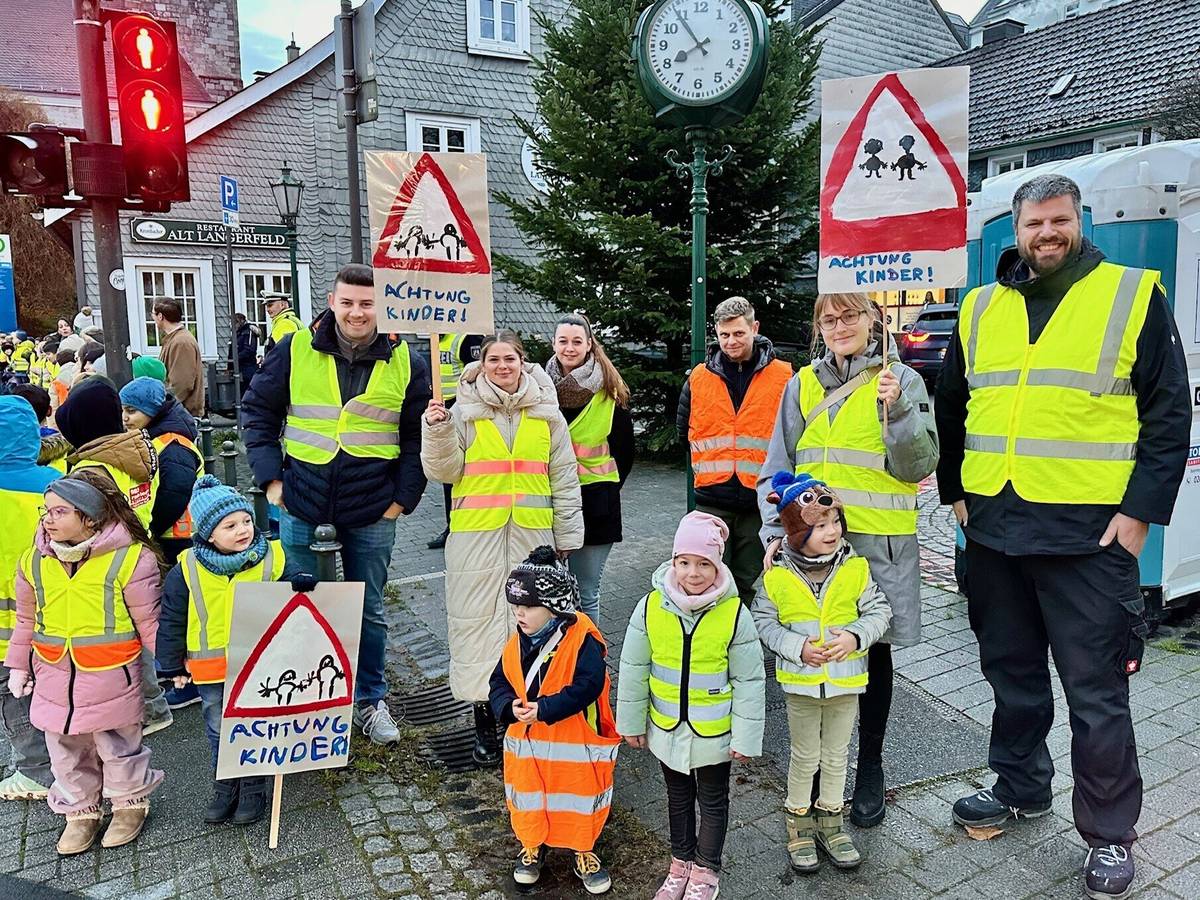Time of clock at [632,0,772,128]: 7:53
